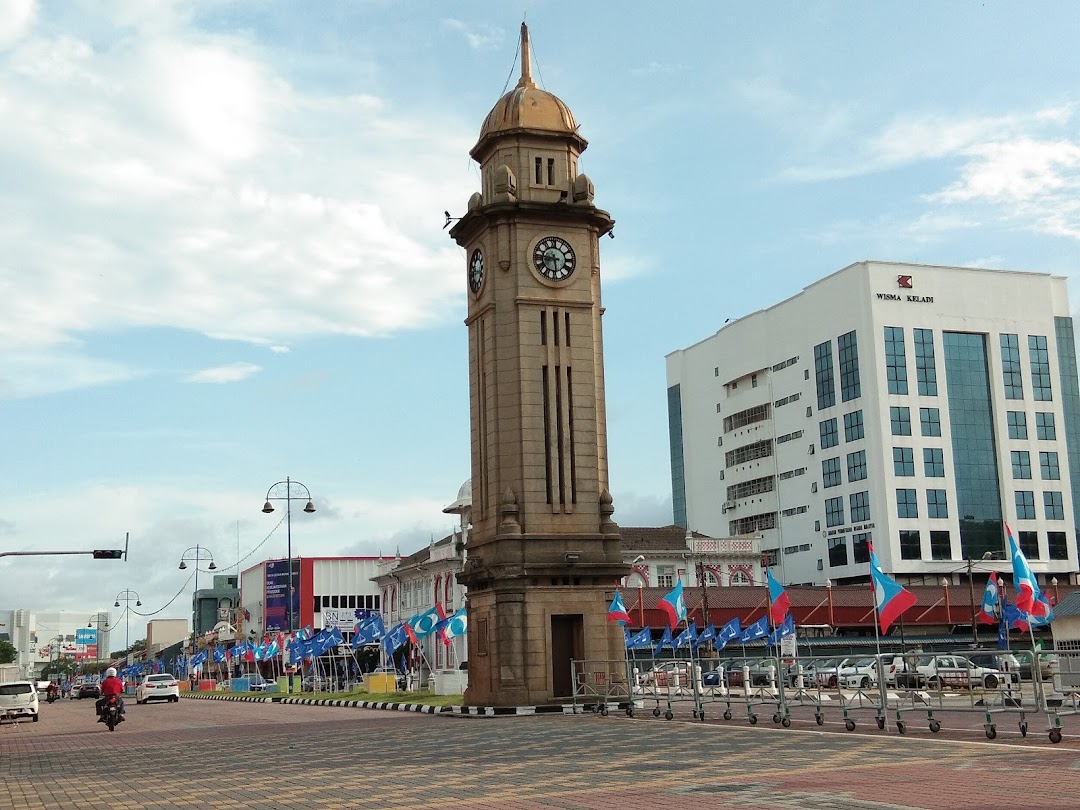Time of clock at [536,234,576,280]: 5:45
